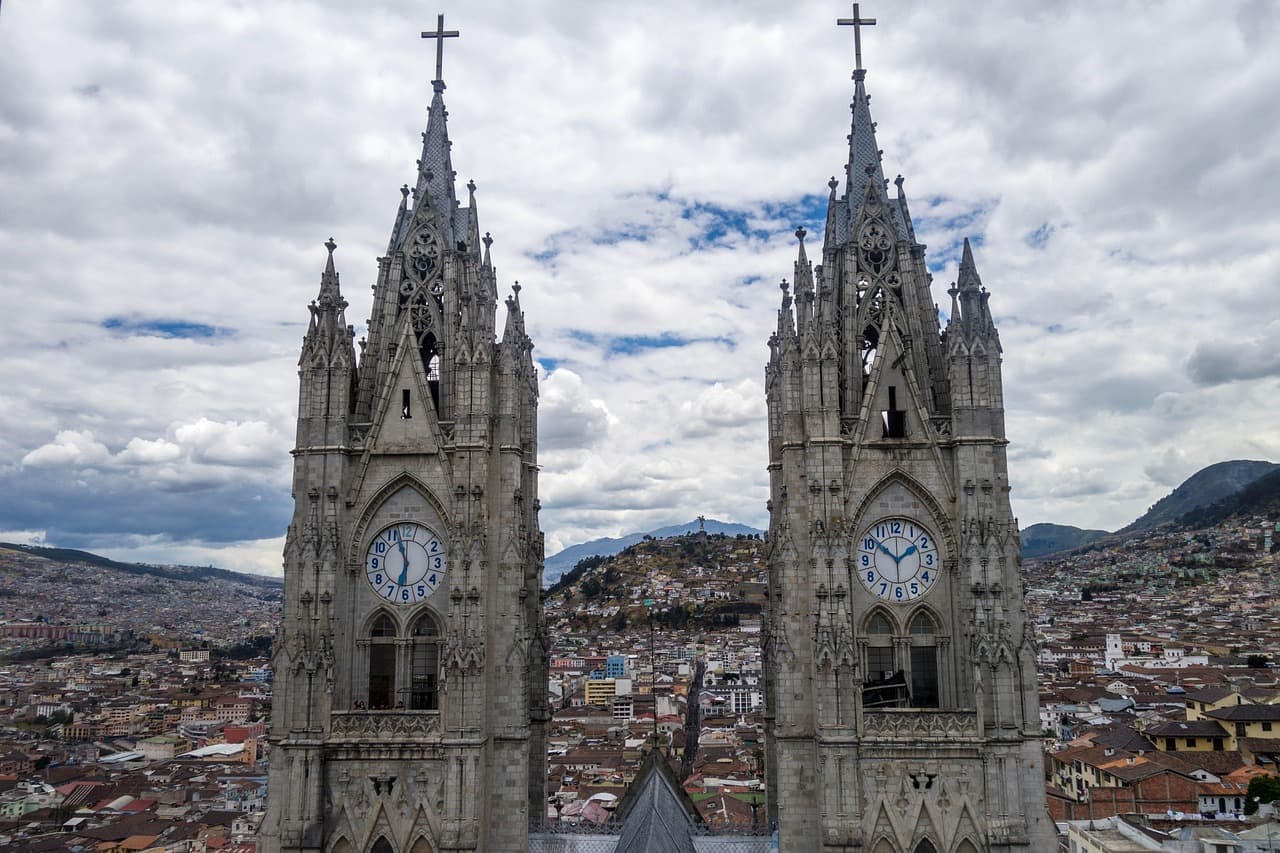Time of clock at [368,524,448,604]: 11:32
